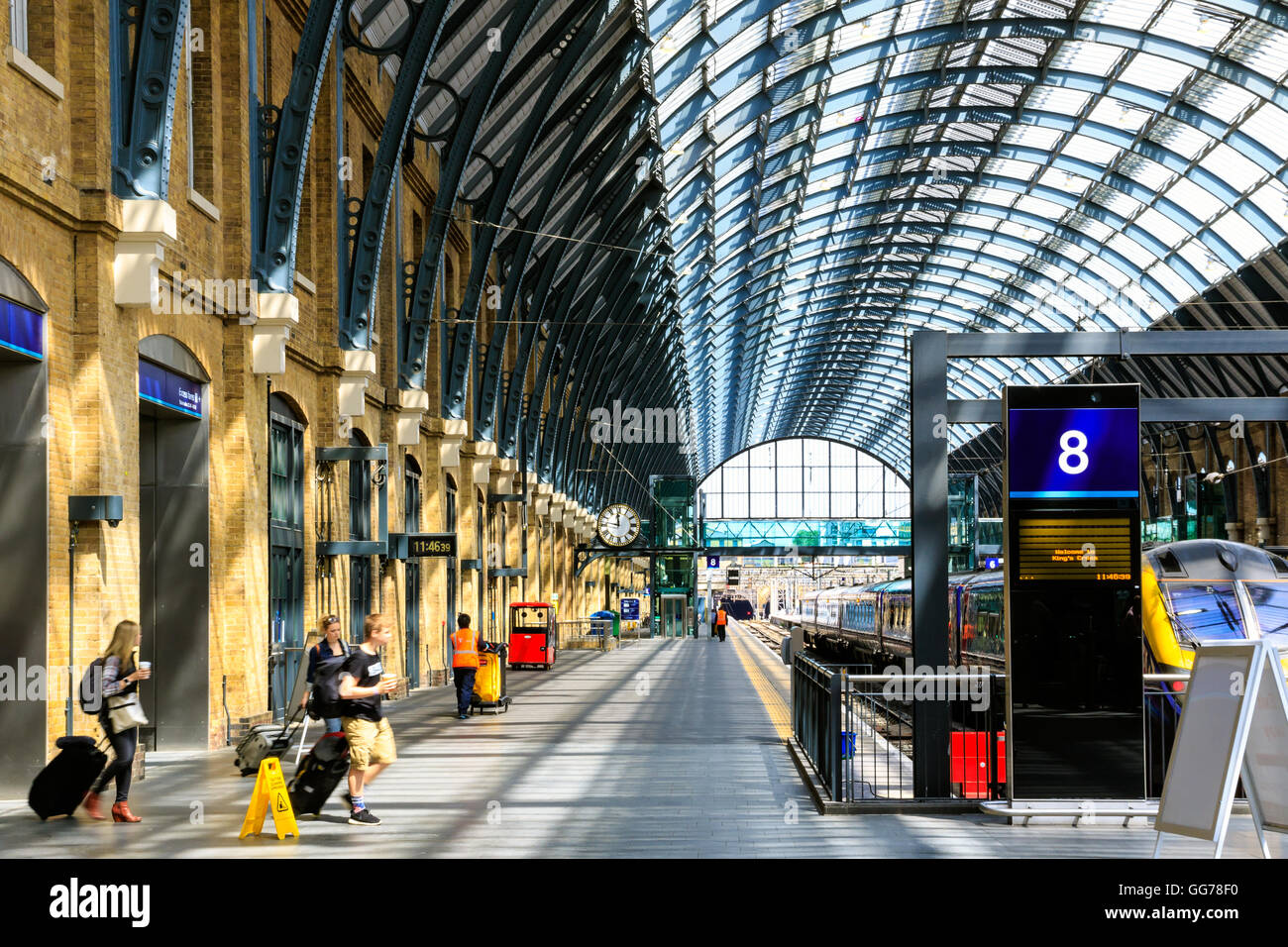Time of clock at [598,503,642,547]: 11:46
